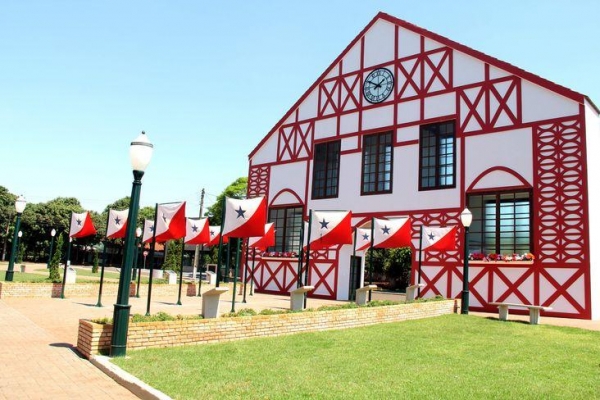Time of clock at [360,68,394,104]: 1:50
